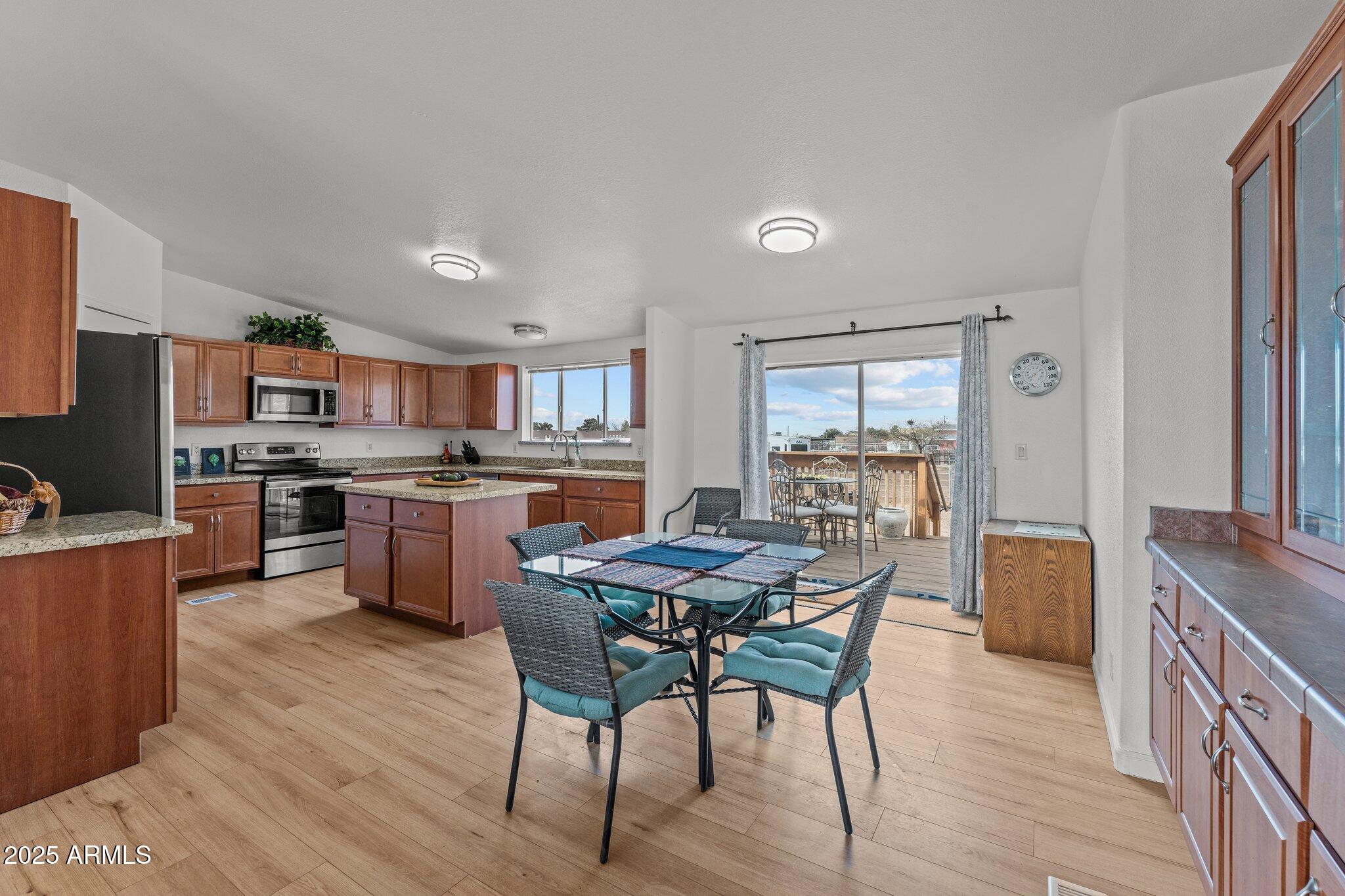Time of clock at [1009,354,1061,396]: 8:07
